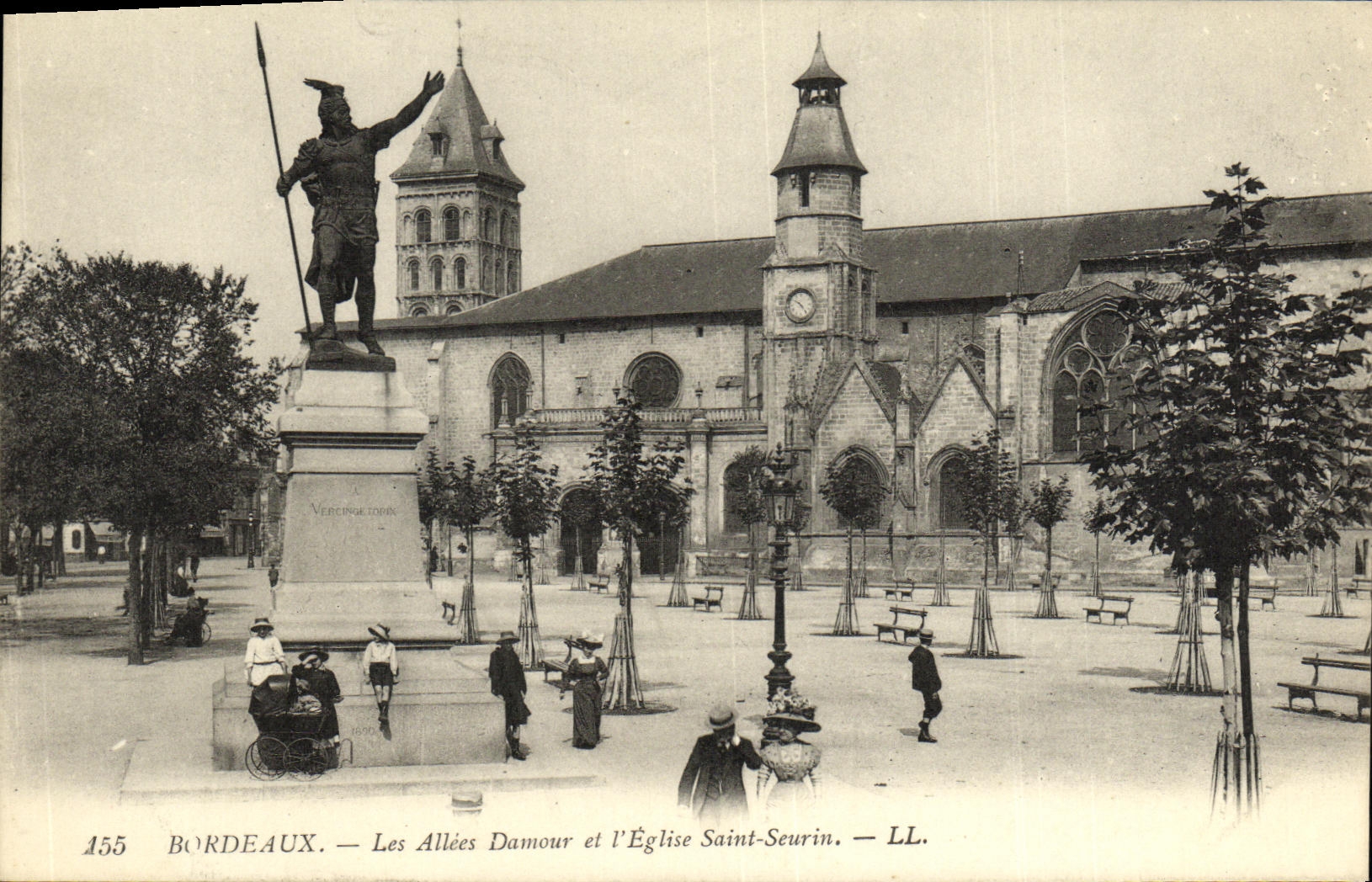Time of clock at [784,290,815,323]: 4:50
